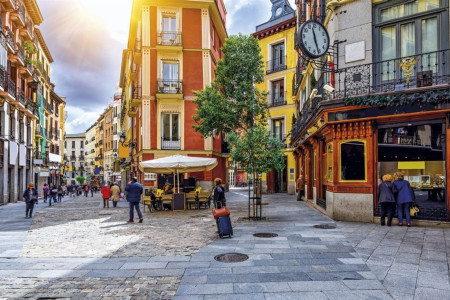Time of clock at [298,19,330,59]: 11:26
